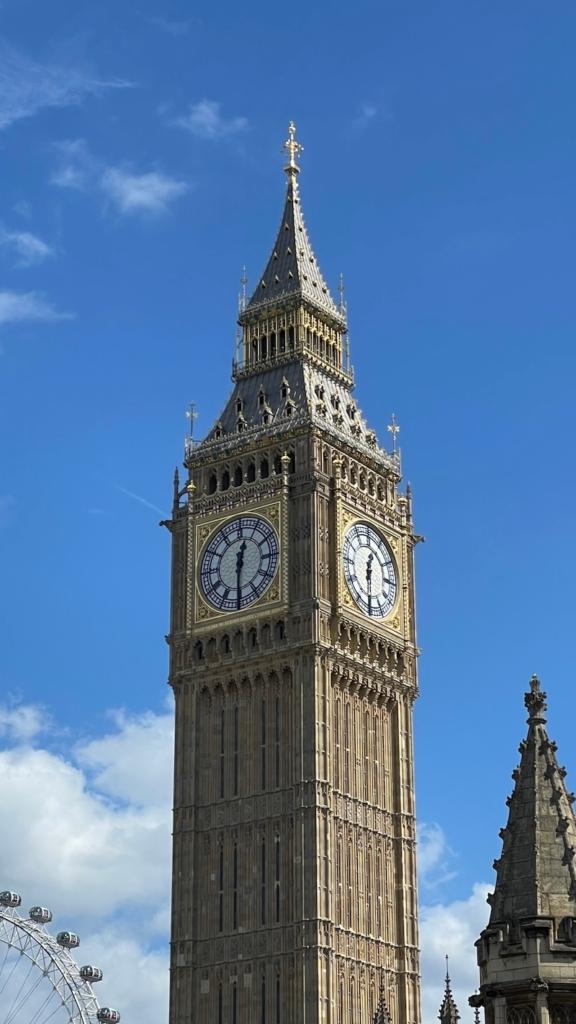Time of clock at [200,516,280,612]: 12:30
